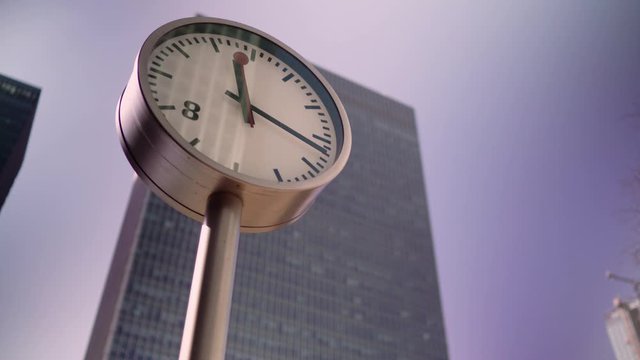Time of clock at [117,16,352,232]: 12:21
